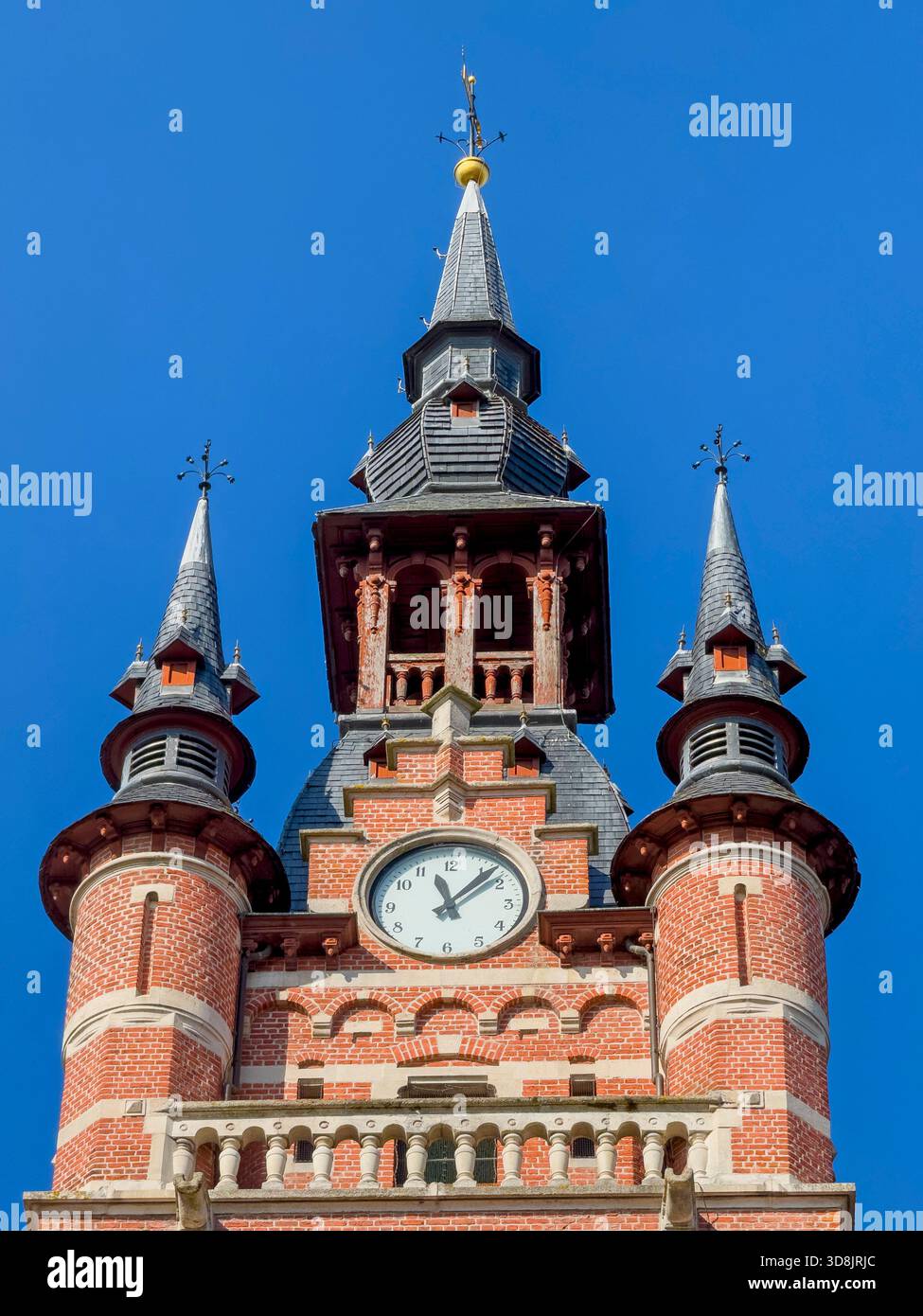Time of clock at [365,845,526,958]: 11:07
